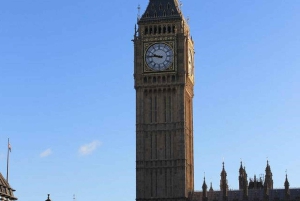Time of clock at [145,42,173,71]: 9:45
